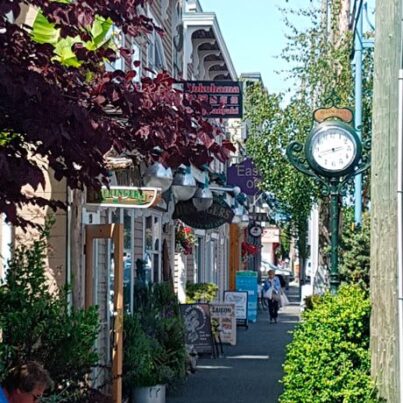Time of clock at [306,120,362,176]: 2:42
